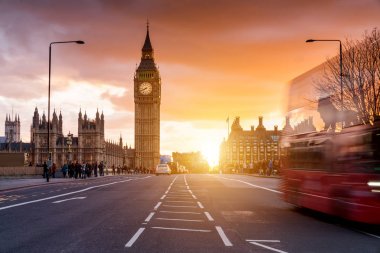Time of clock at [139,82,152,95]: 7:40
